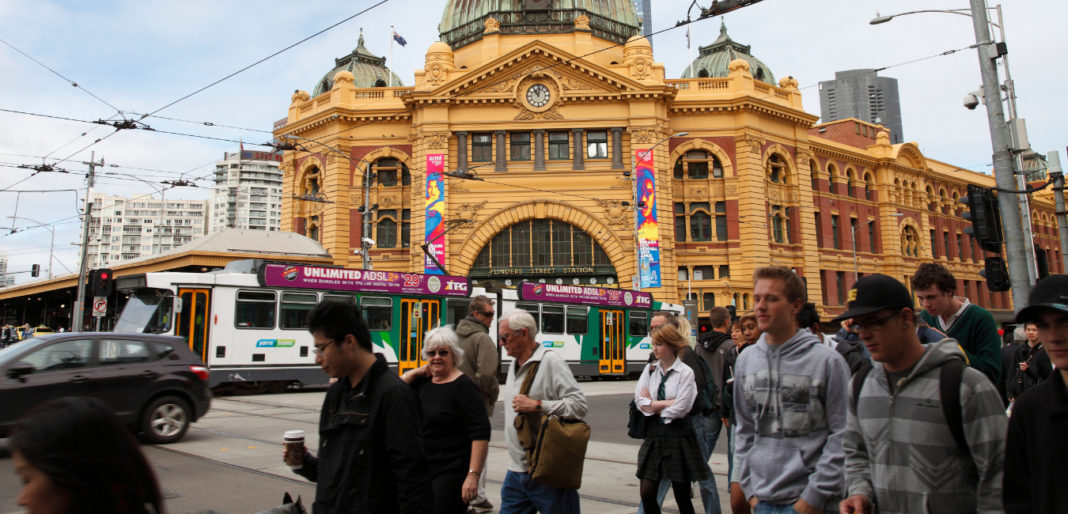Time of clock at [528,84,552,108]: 11:01
